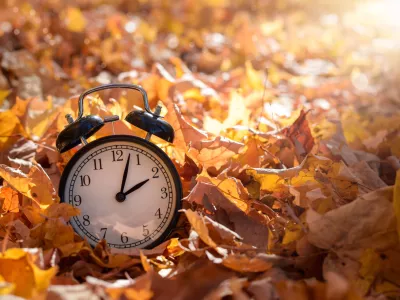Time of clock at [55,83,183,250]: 2:02
